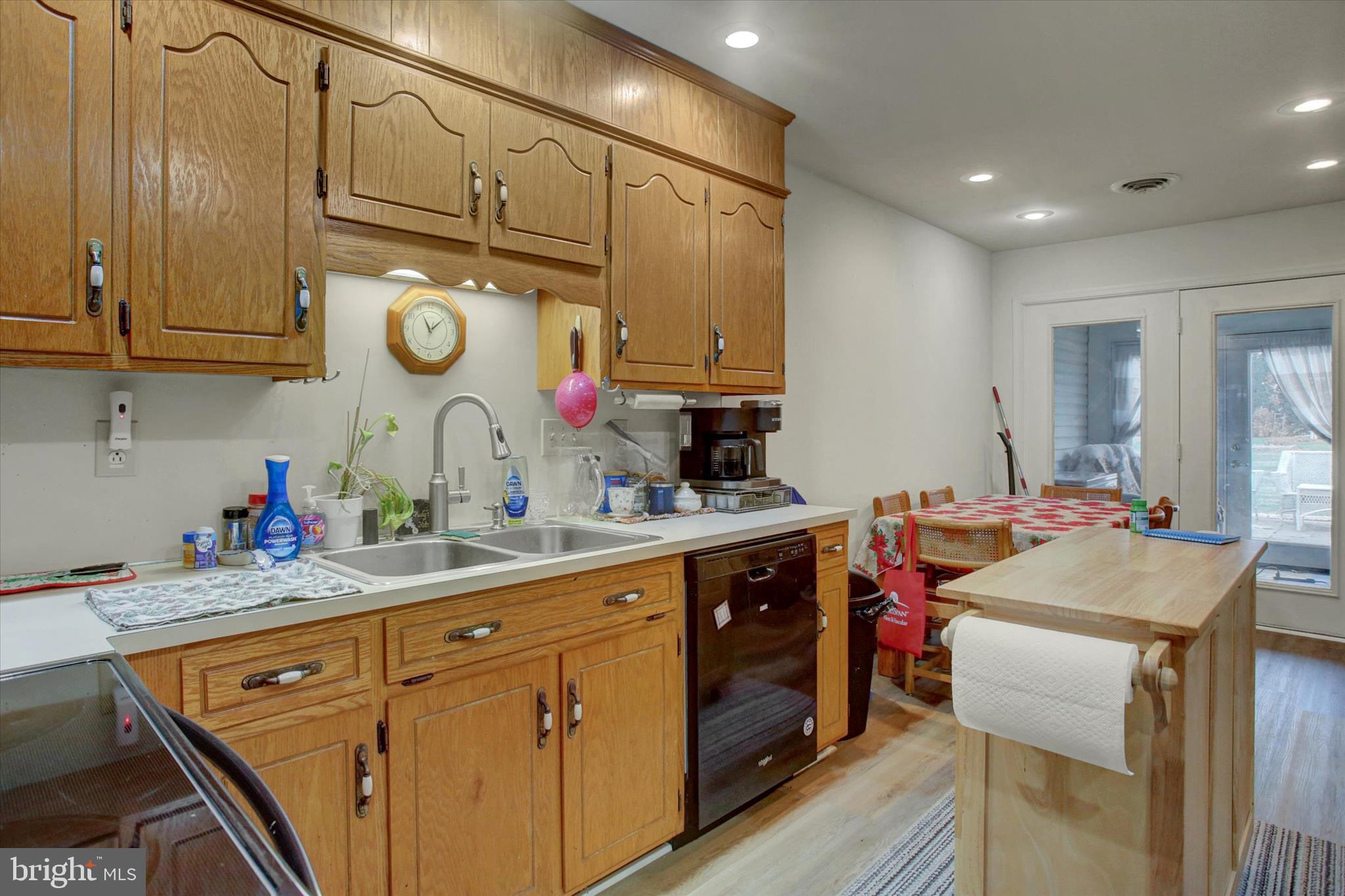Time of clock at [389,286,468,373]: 11:08
